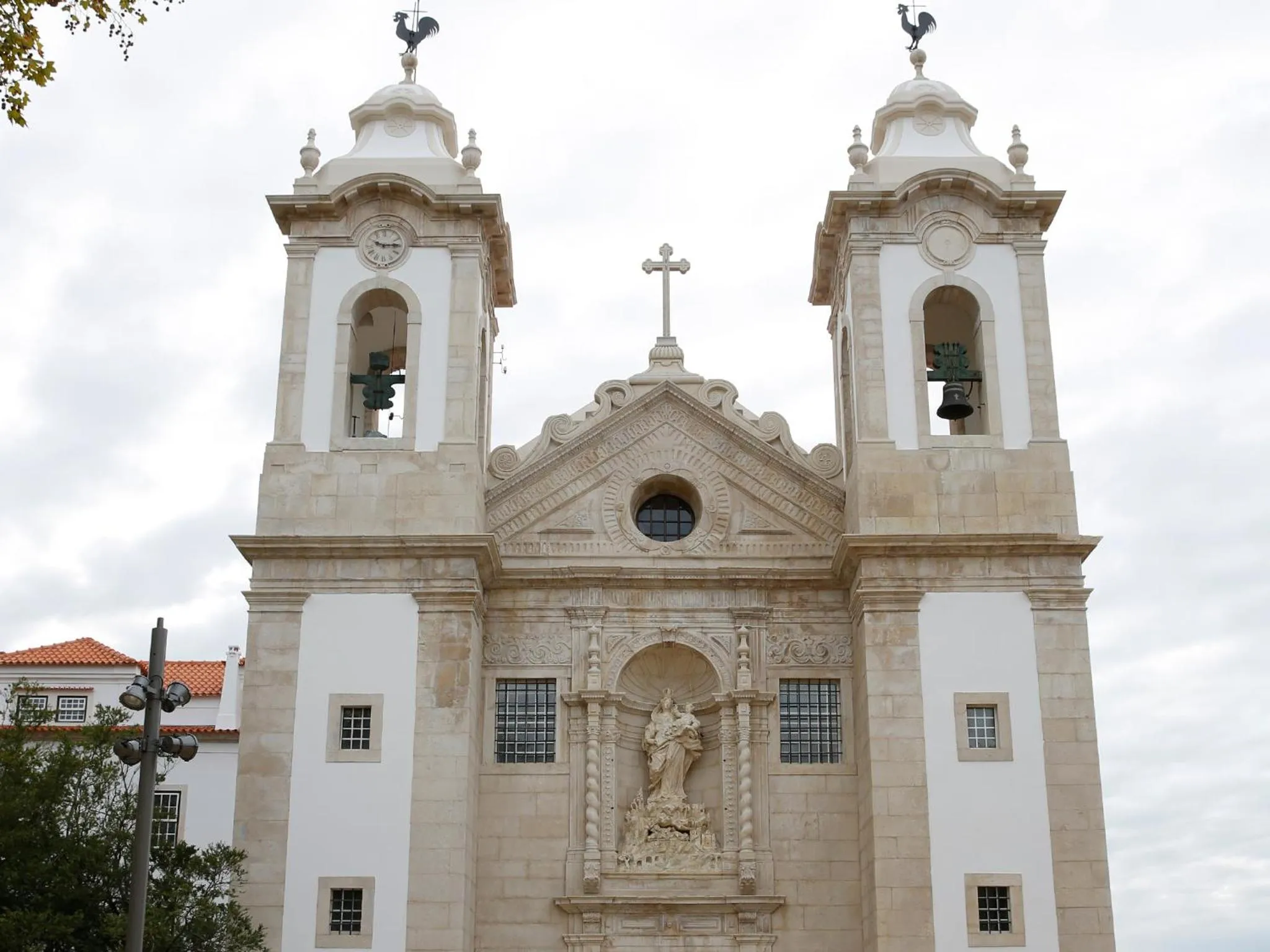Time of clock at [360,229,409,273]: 9:14
